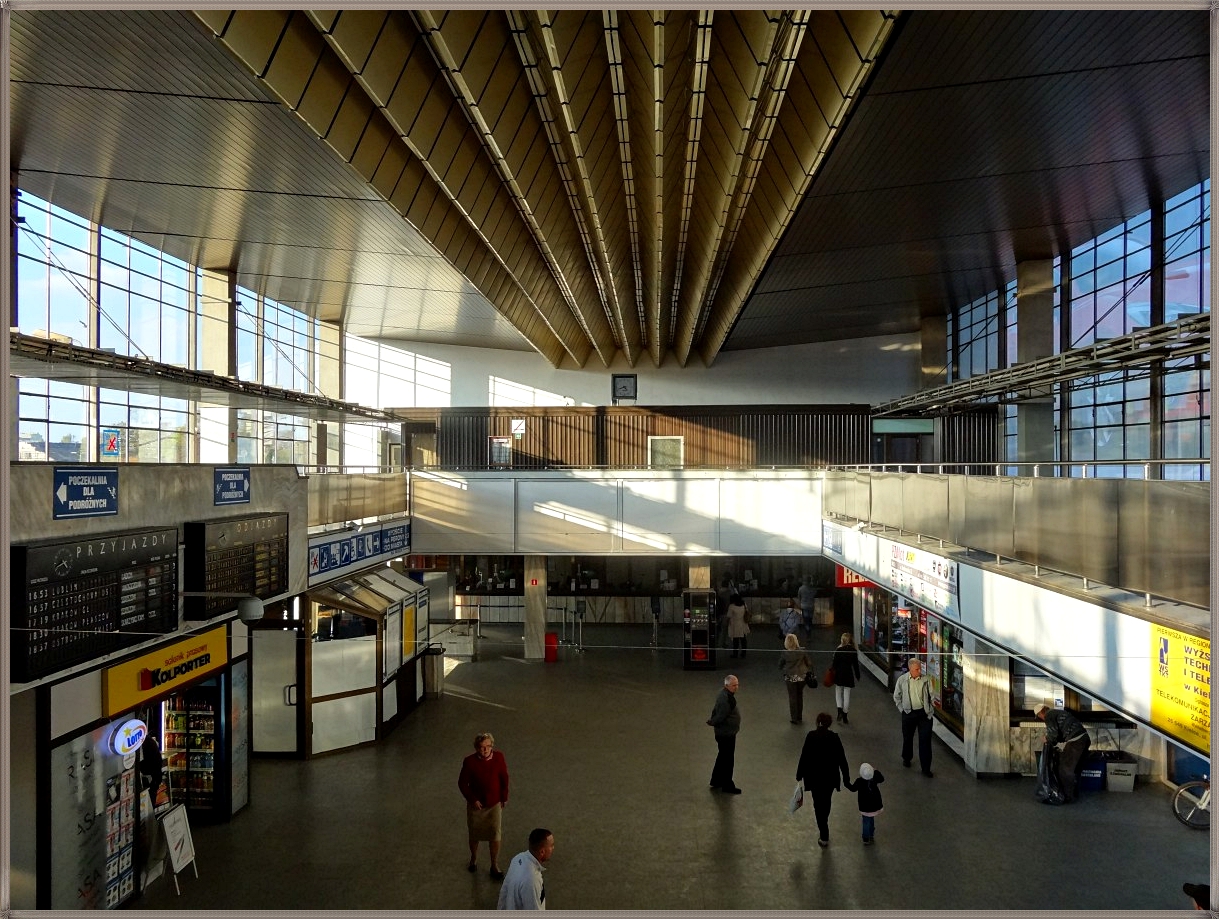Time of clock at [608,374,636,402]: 4:42
